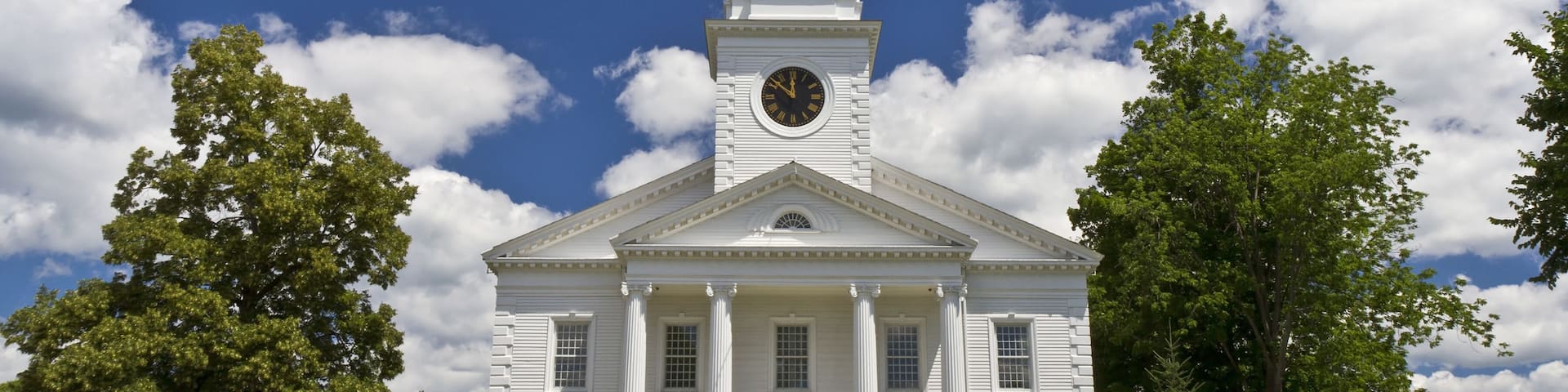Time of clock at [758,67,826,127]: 11:51
